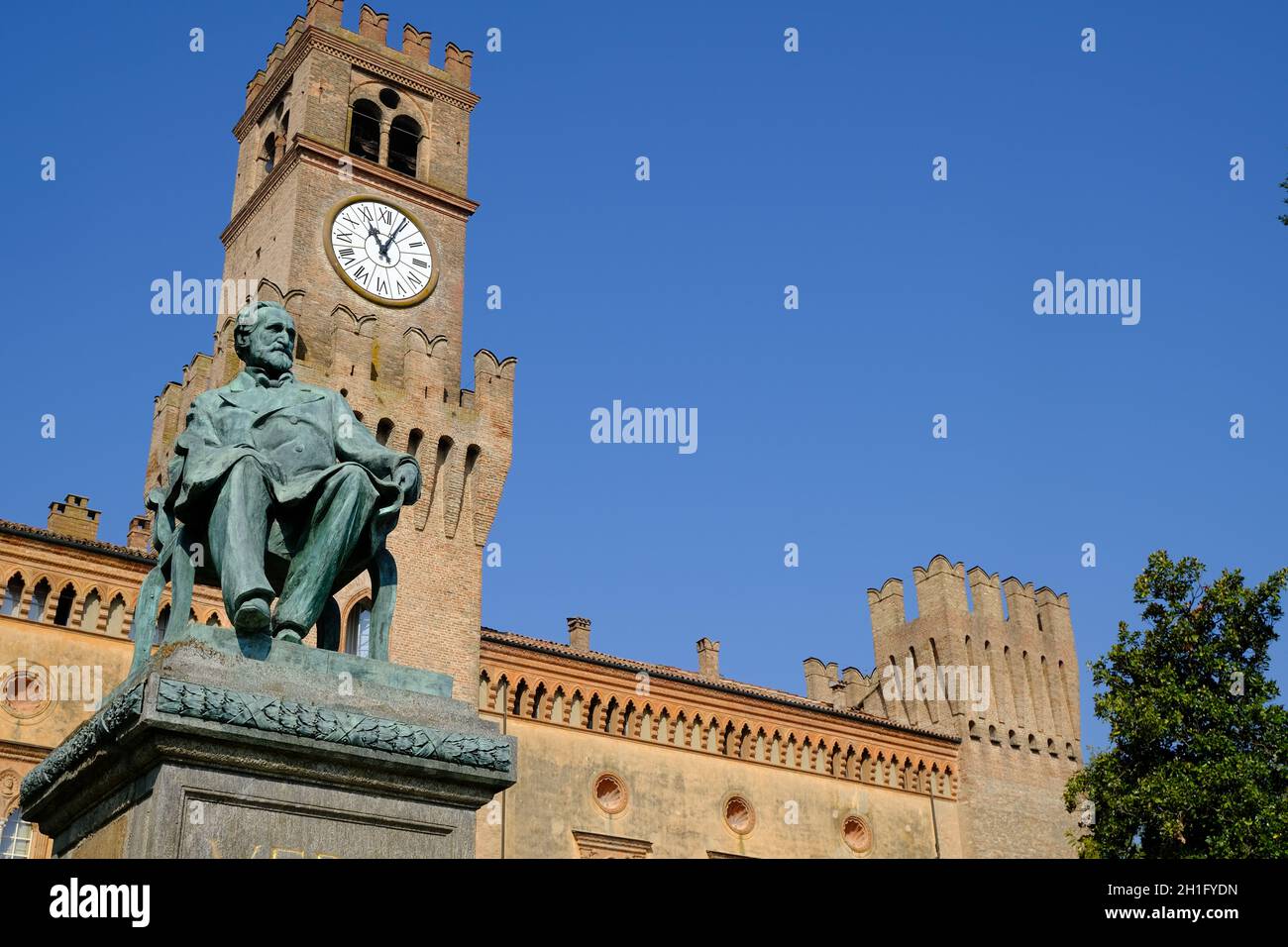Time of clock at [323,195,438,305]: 11:04
